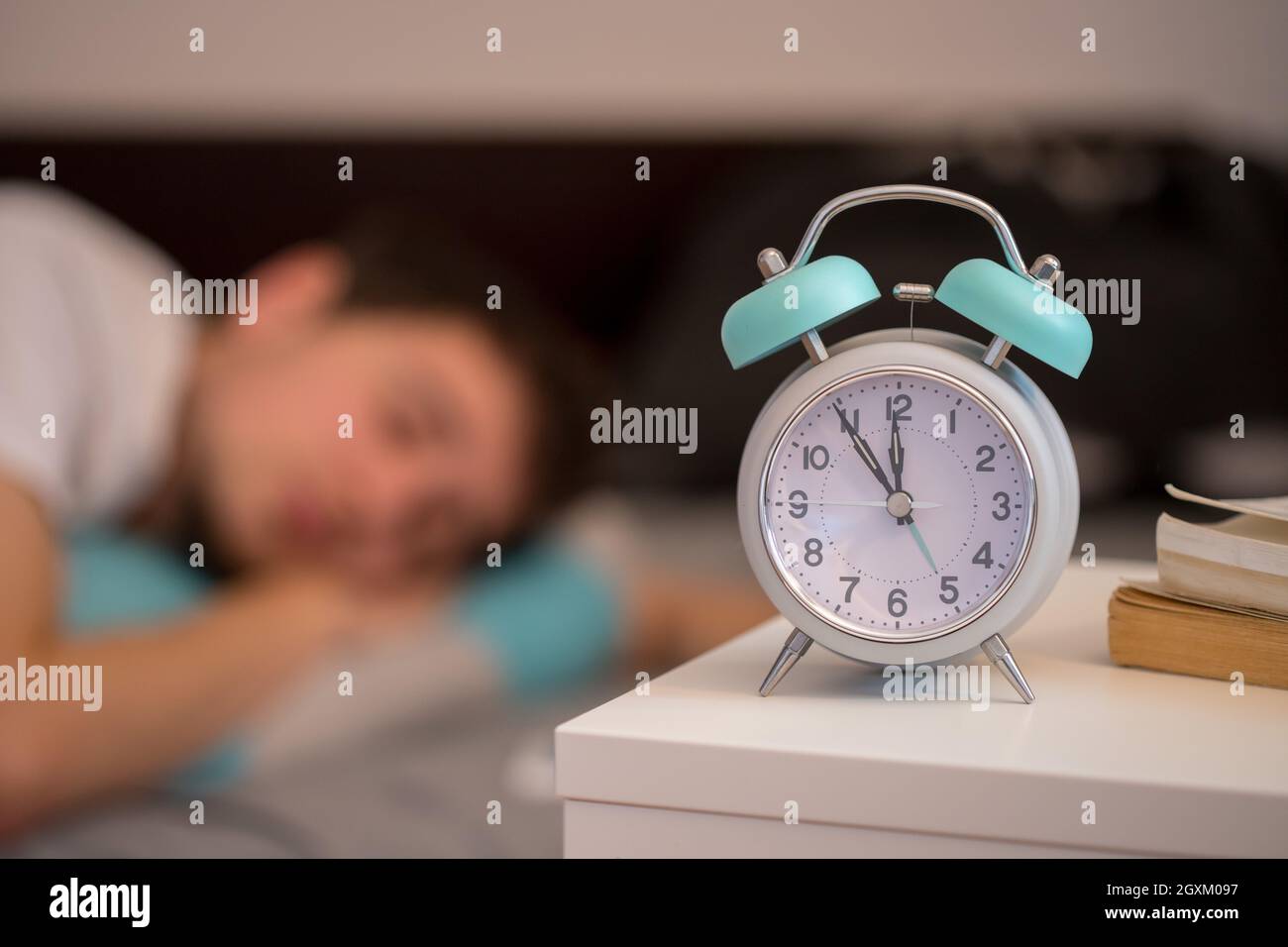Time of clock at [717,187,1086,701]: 11:54
